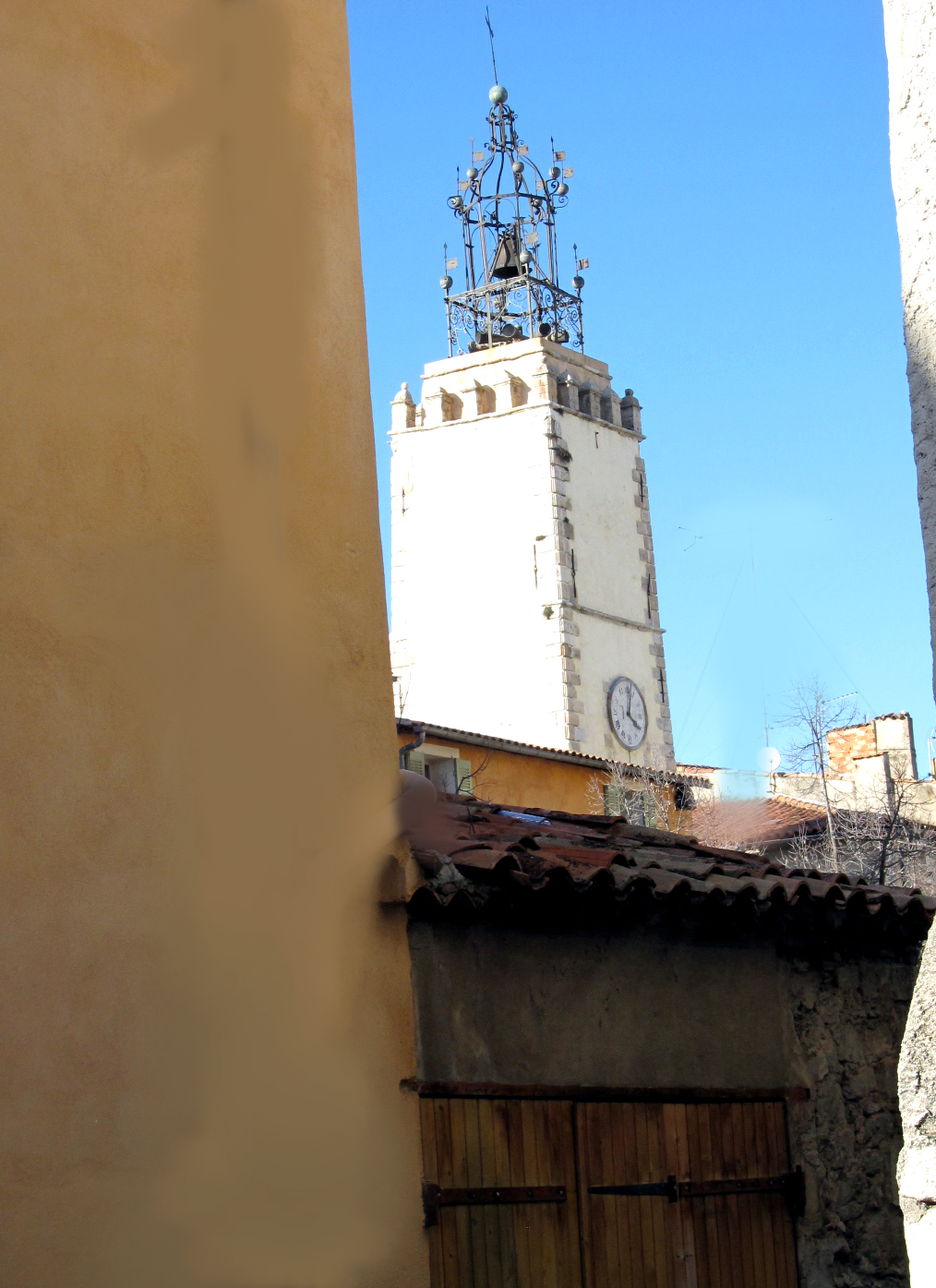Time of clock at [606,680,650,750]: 4:02
